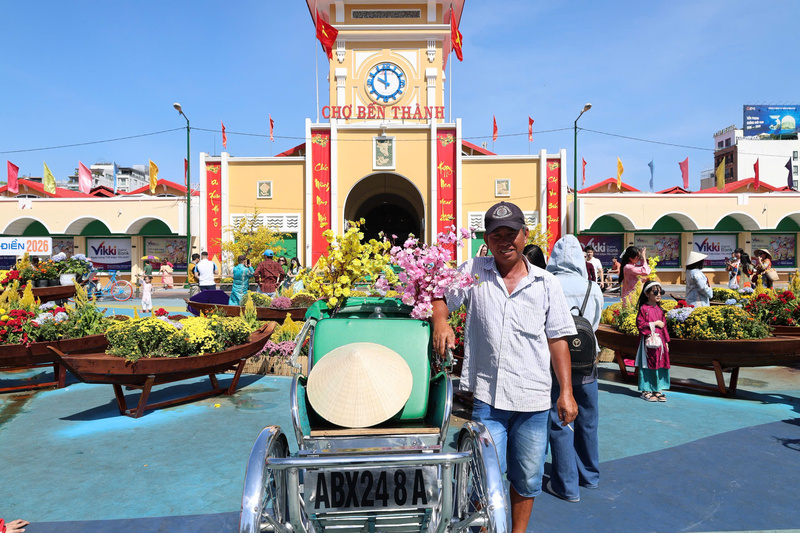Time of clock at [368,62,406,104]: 9:59
